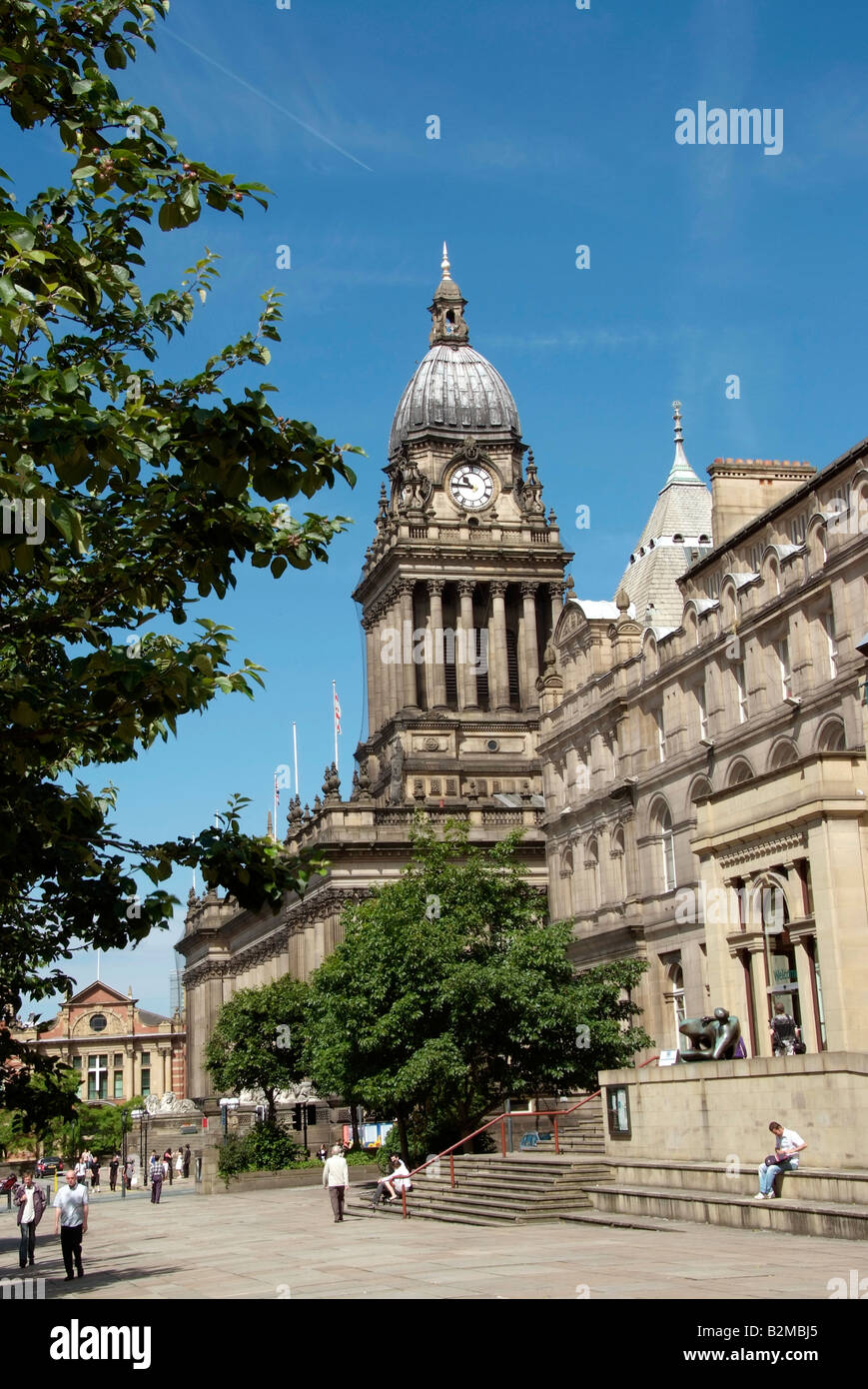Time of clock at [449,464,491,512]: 10:45
